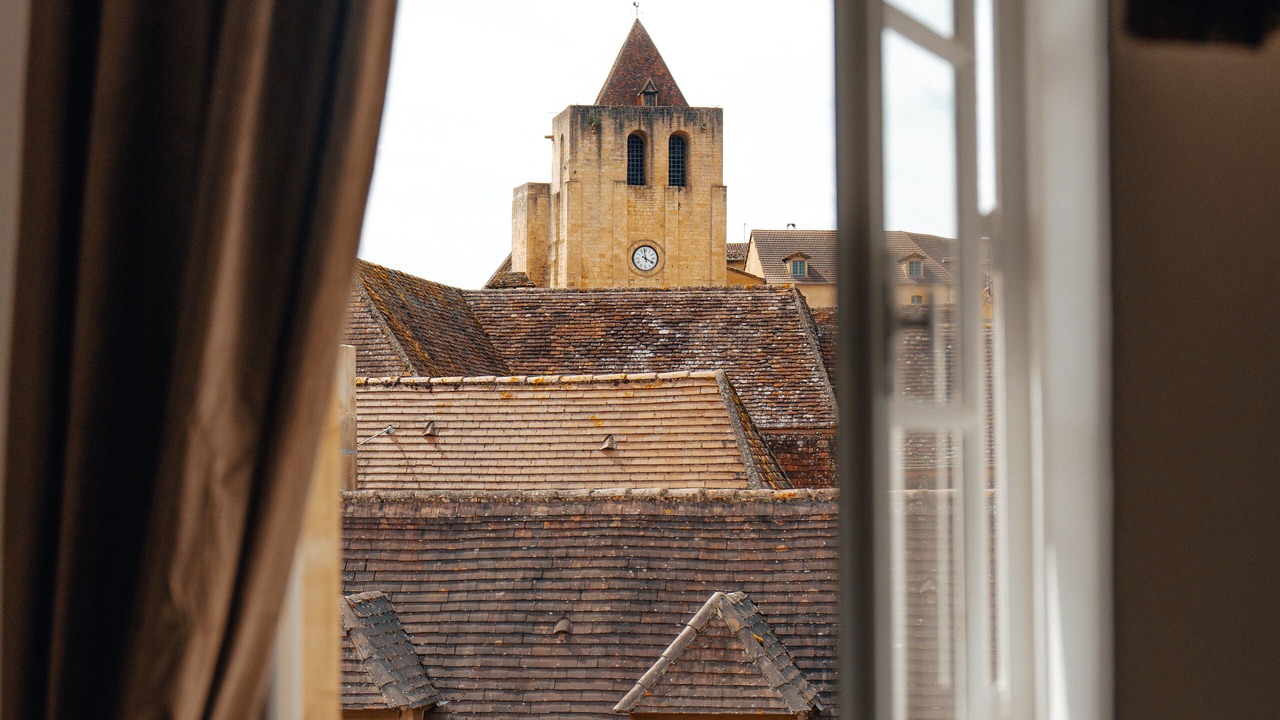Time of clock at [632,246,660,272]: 3:58
